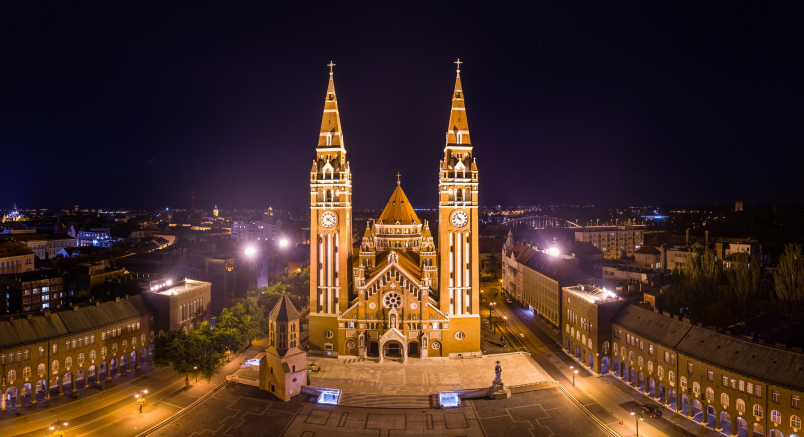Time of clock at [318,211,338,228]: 4:08
